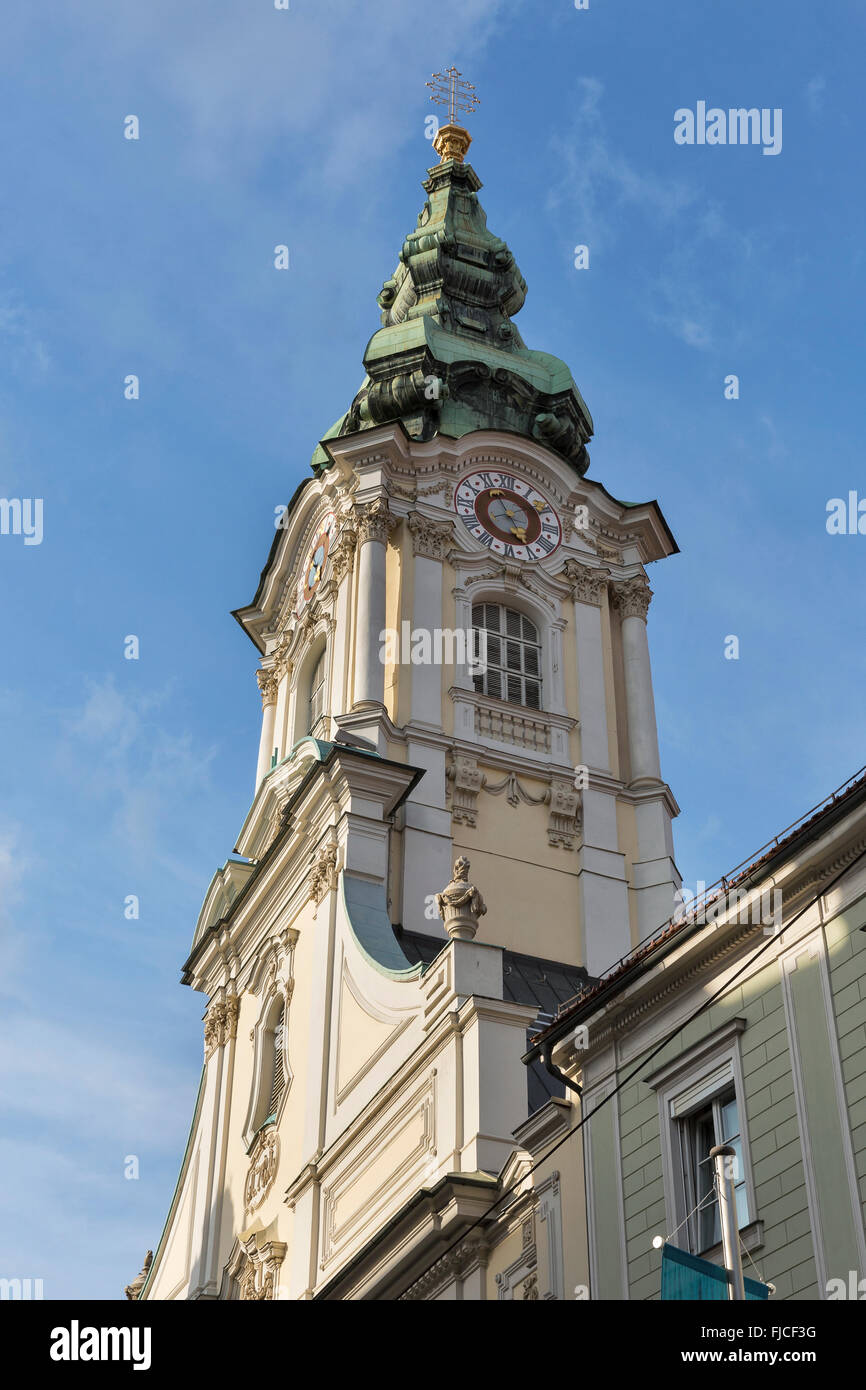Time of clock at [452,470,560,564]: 1:56
